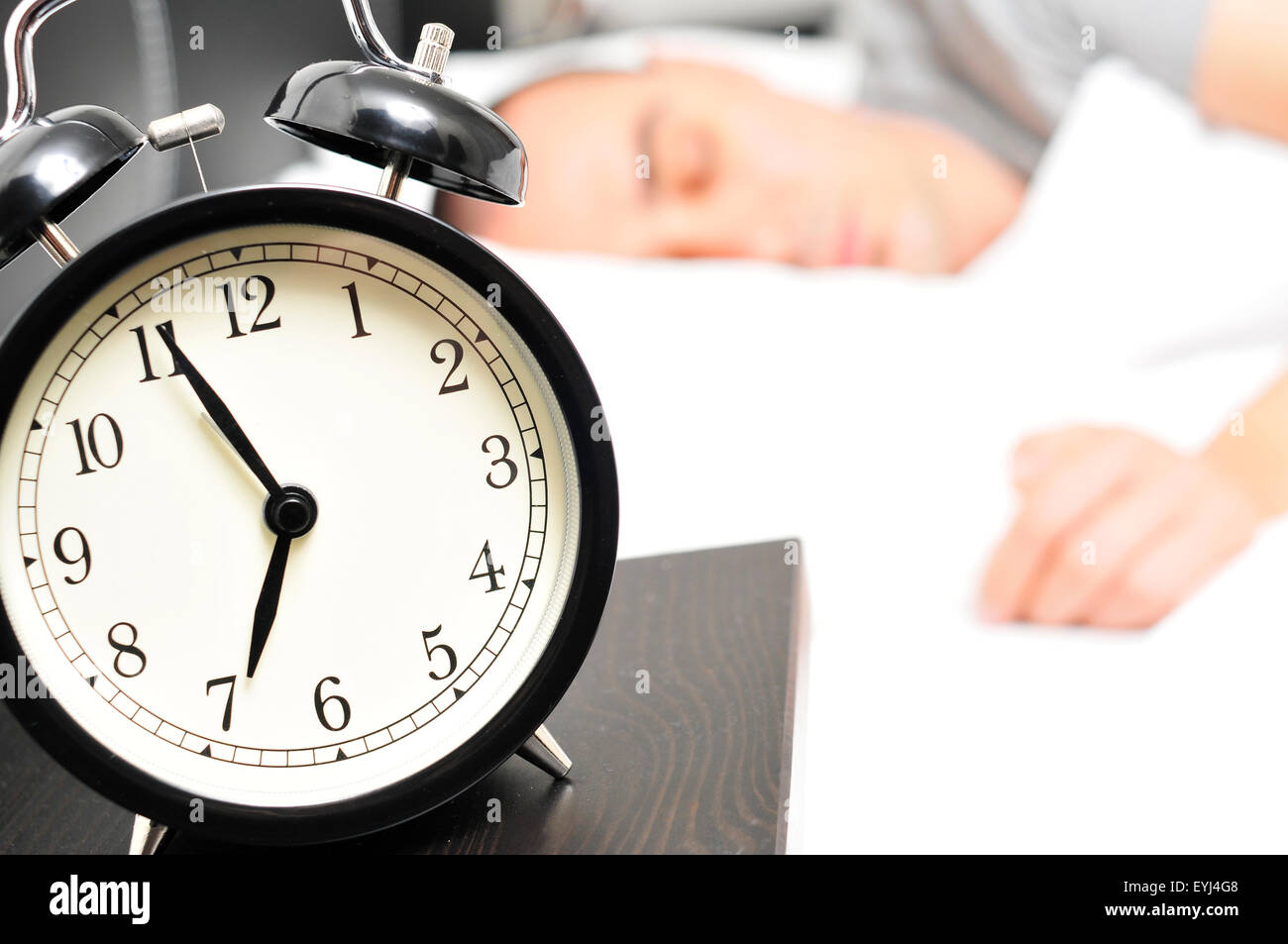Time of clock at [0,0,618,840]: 6:55
